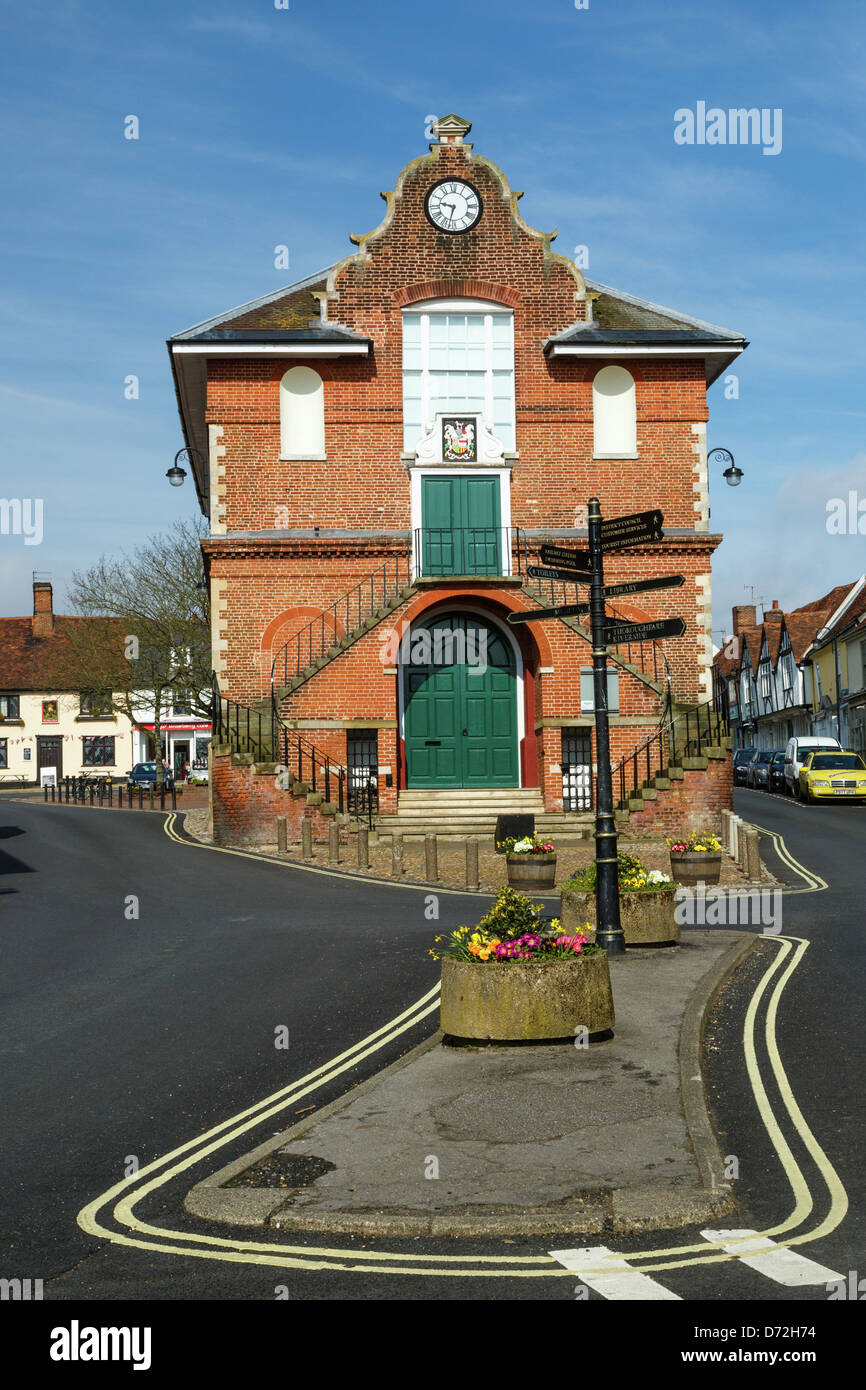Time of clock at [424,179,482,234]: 9:32
